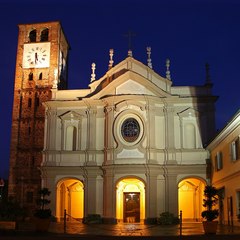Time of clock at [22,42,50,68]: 5:30
